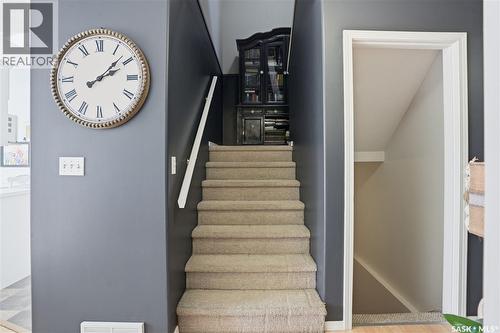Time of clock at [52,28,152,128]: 2:07
